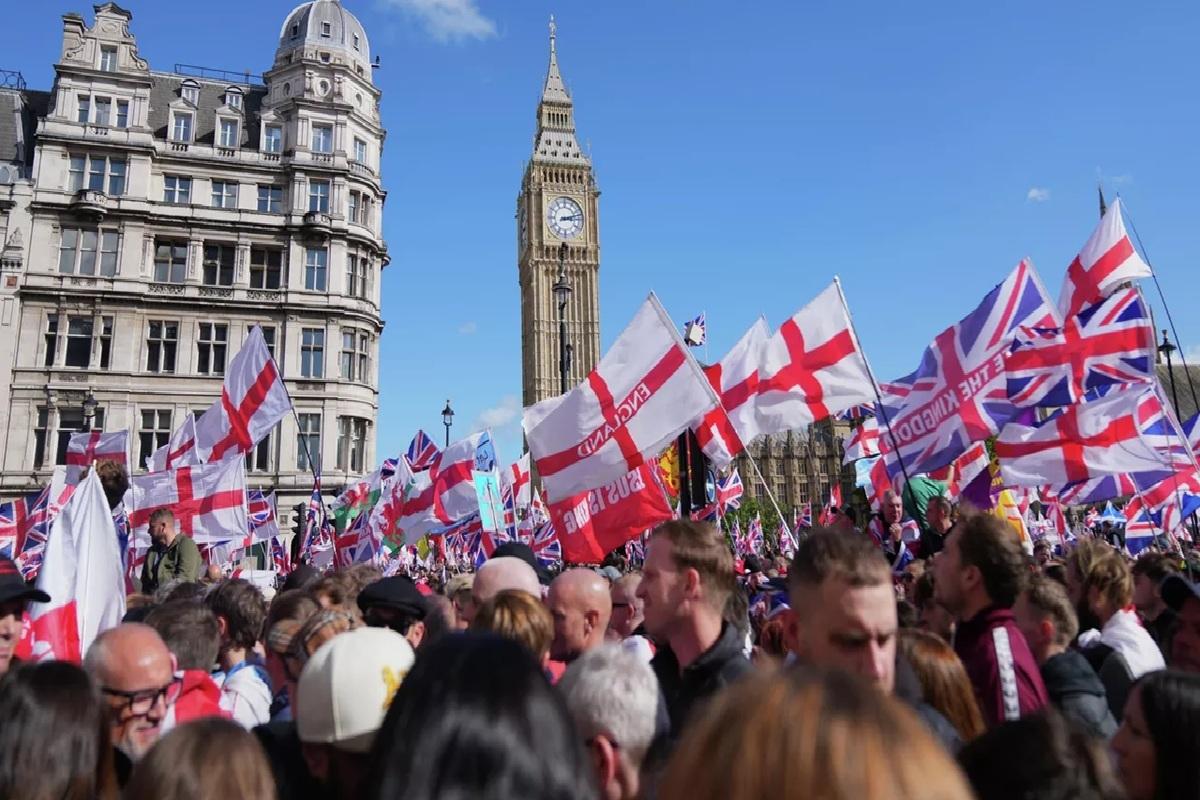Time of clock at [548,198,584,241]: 3:12
